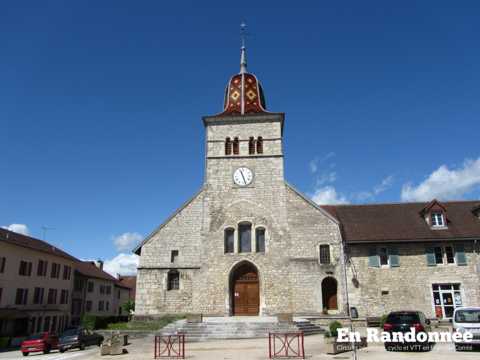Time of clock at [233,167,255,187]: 11:26
